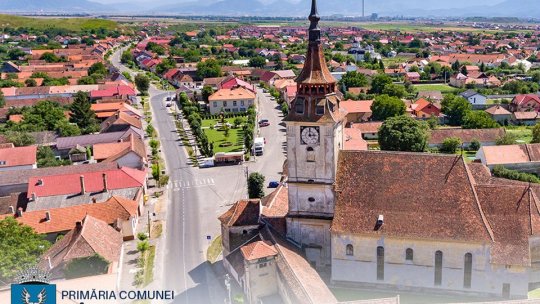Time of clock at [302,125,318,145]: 2:59
